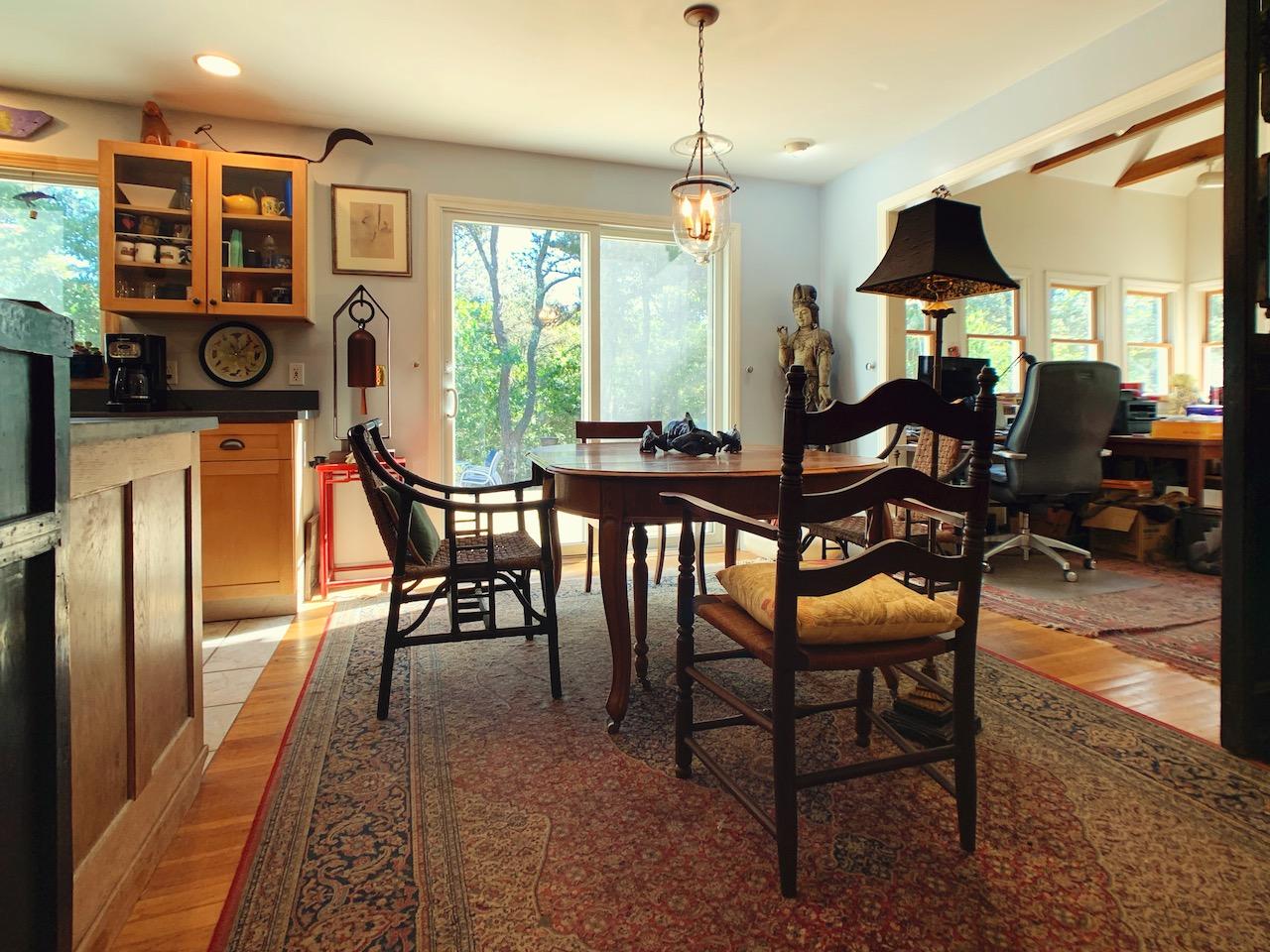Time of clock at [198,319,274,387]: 11:07
